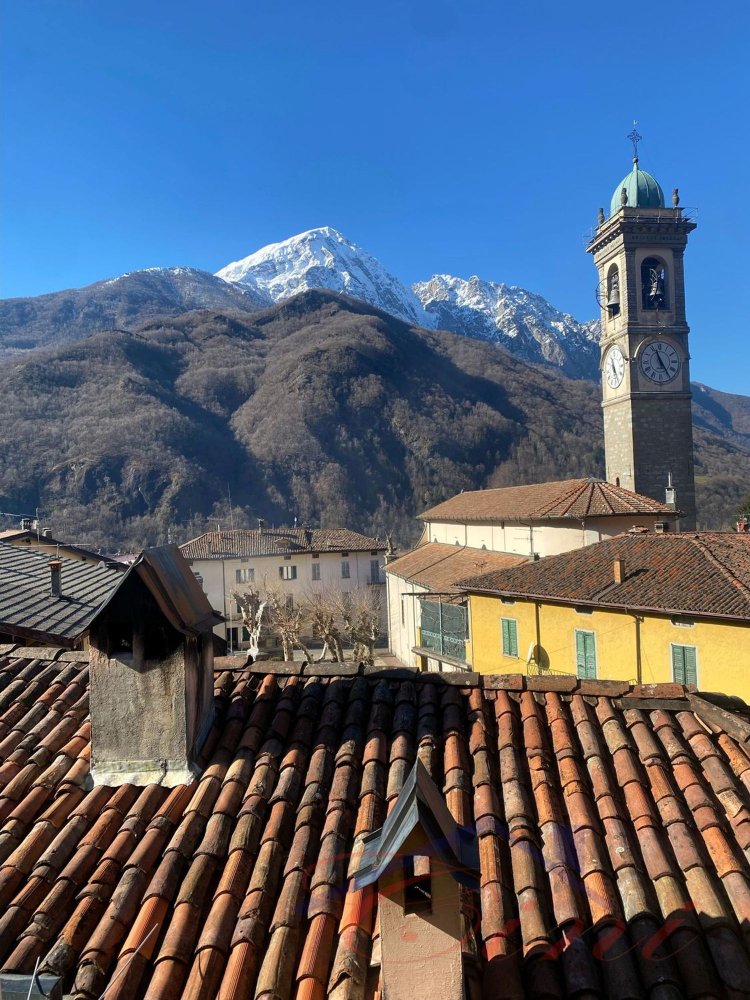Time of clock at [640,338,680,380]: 11:24
